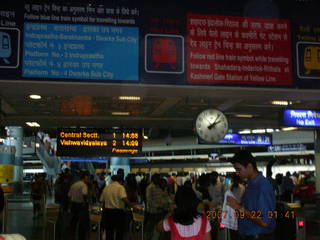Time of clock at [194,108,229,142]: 2:06
